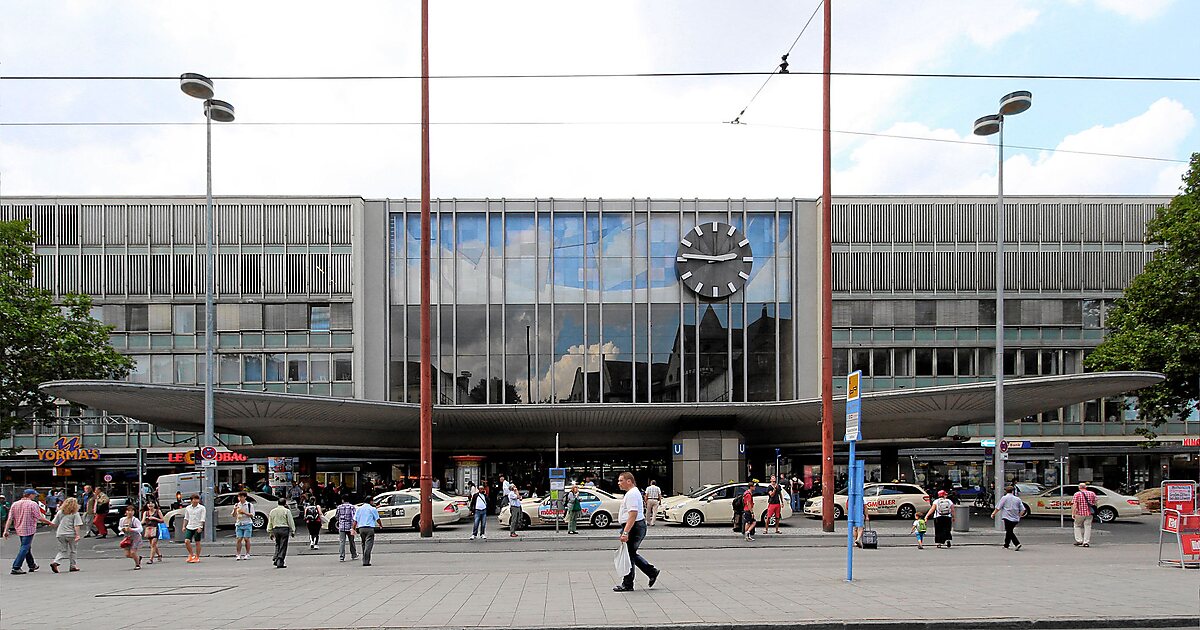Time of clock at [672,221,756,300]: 2:45
